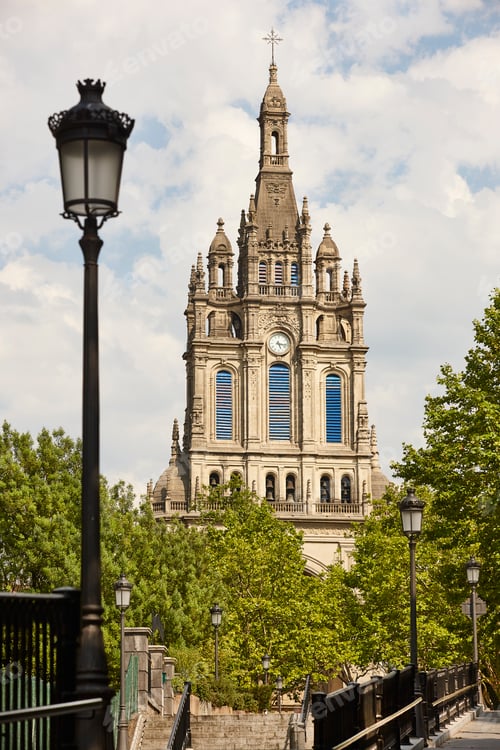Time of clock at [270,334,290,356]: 5:16
